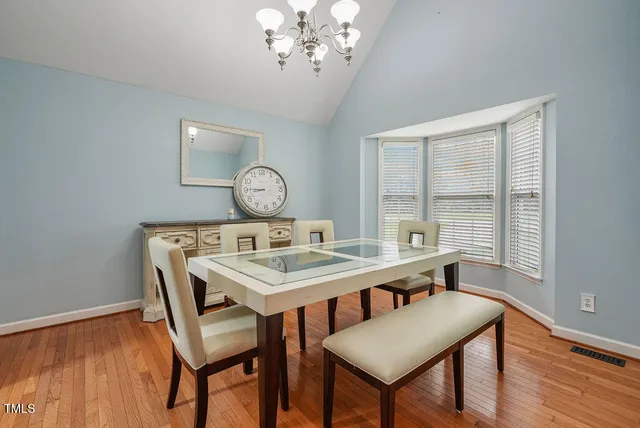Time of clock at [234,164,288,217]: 8:45
